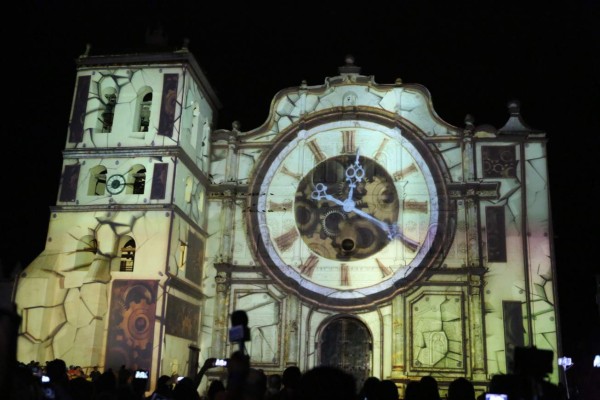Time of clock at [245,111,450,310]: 12:19
